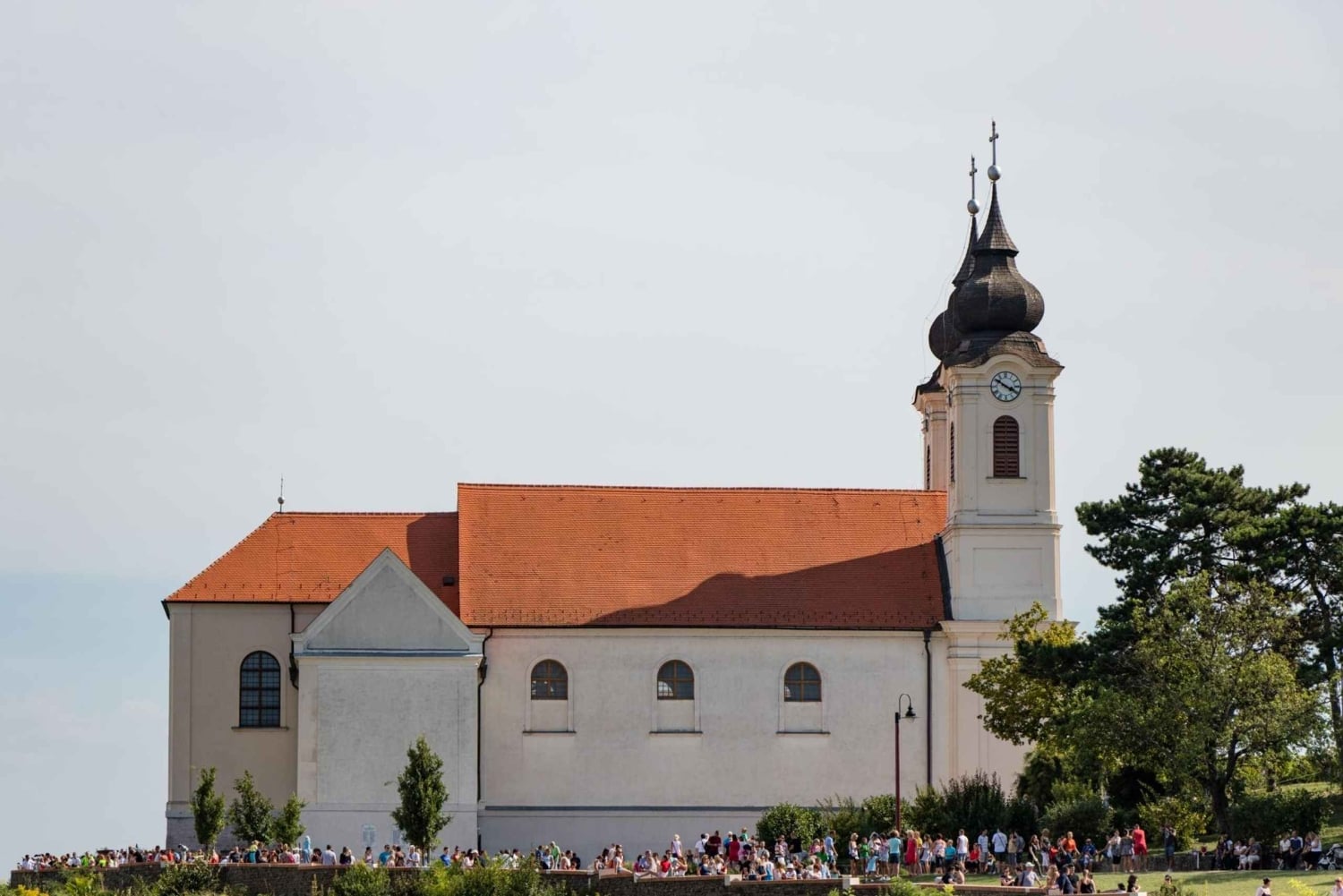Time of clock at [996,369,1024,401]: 3:50
